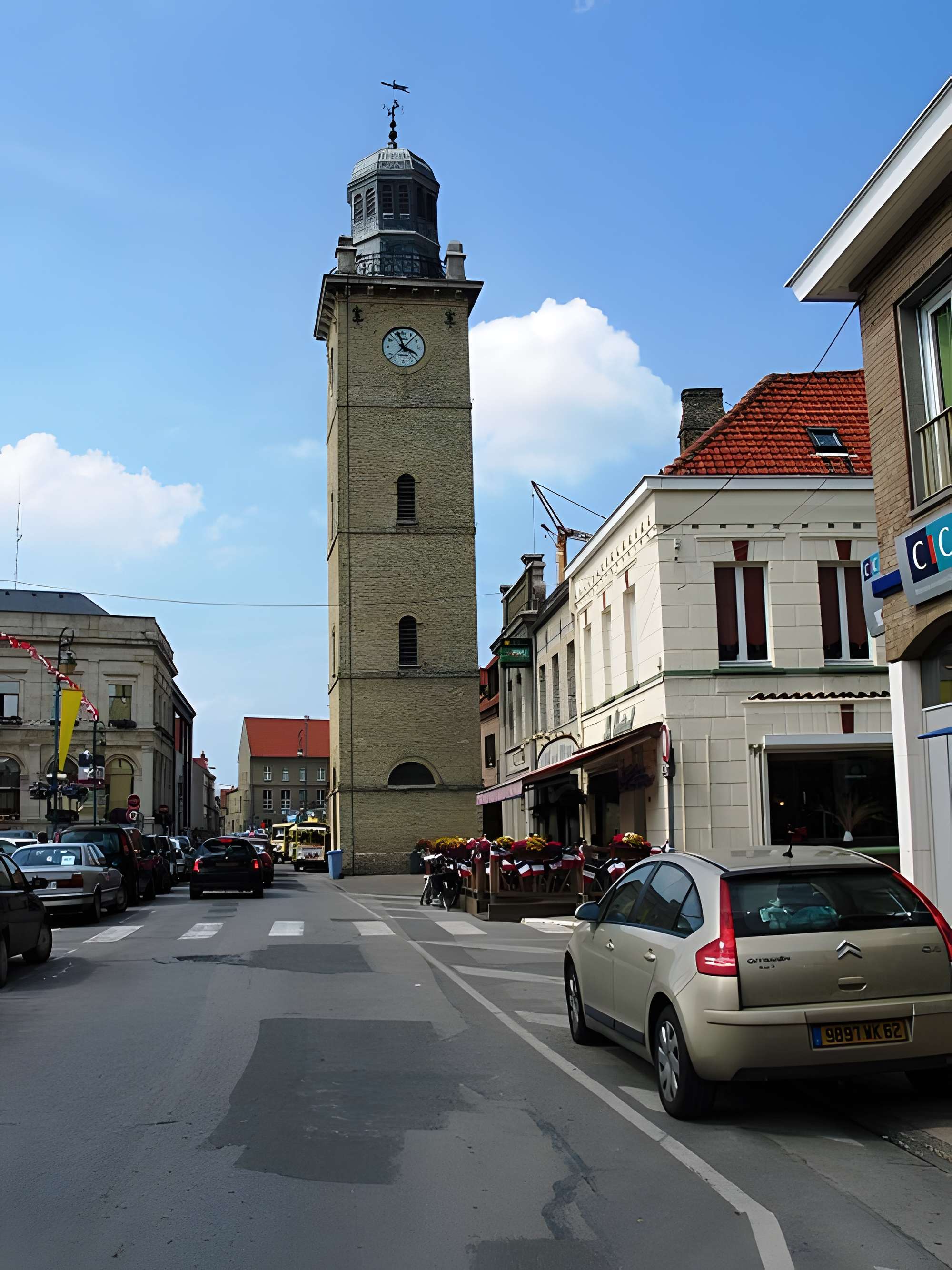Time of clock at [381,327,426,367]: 3:57
